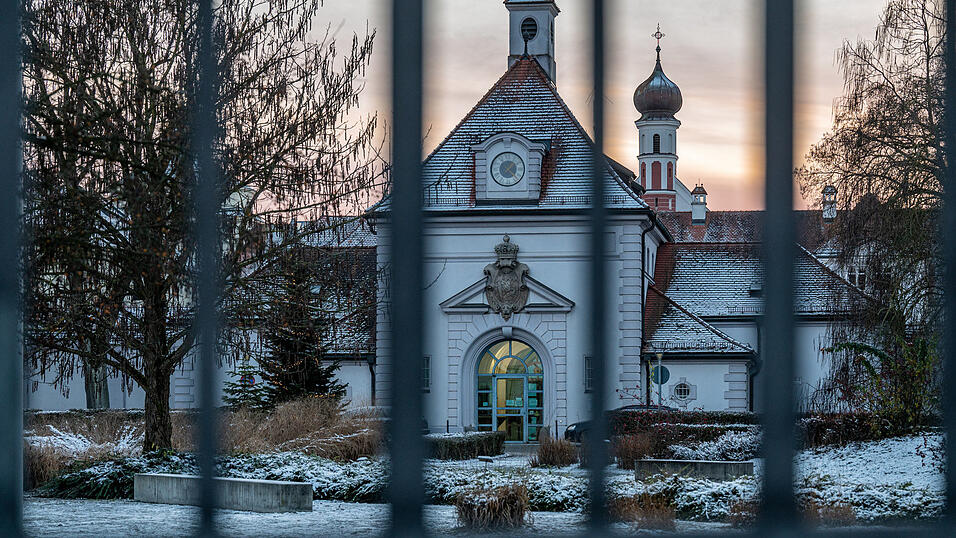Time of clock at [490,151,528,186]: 1:22
